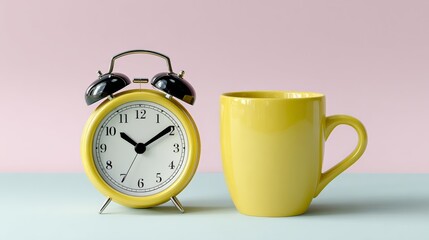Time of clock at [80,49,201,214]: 10:09
